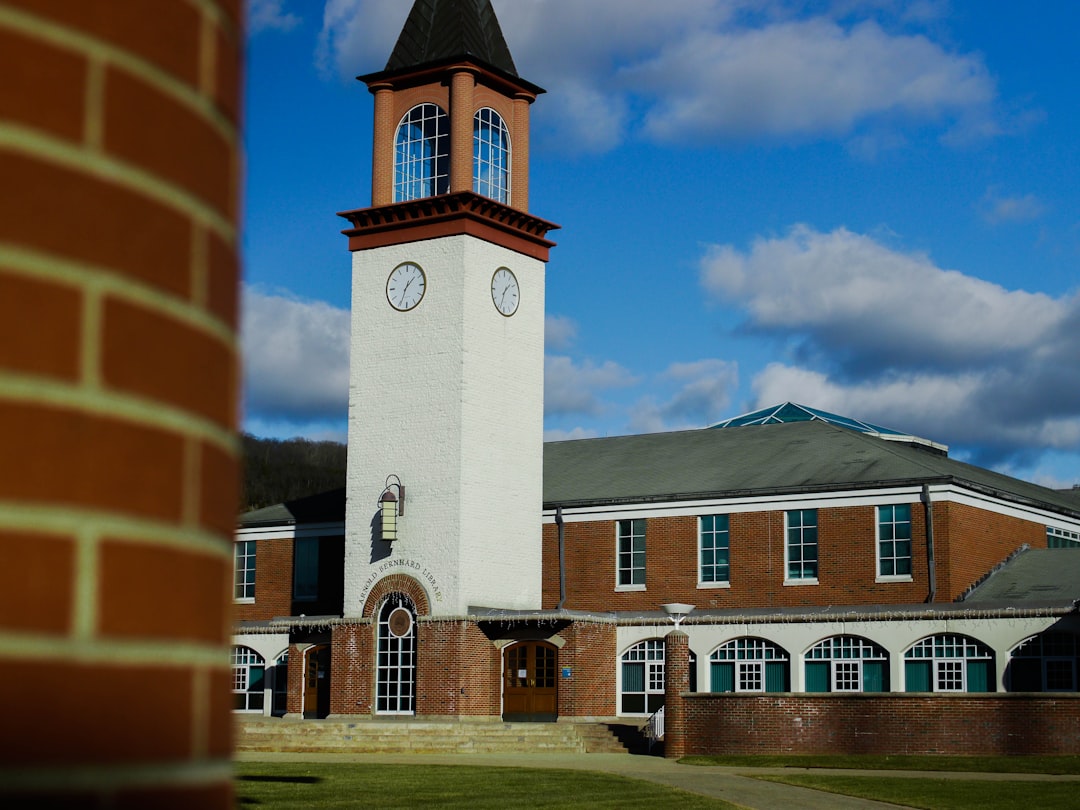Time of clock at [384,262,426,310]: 1:34
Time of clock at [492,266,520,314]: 1:33
